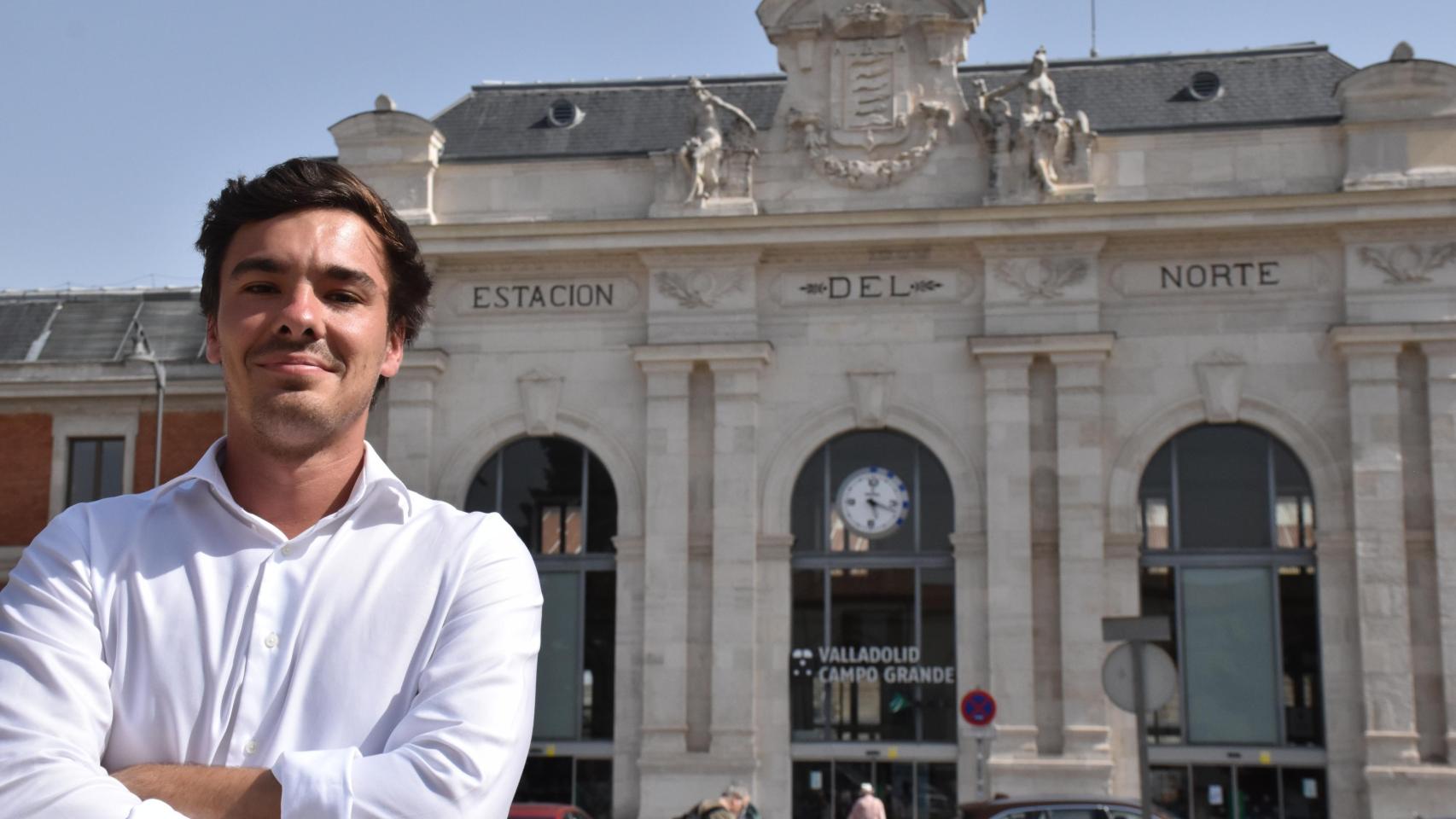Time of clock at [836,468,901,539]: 5:18
